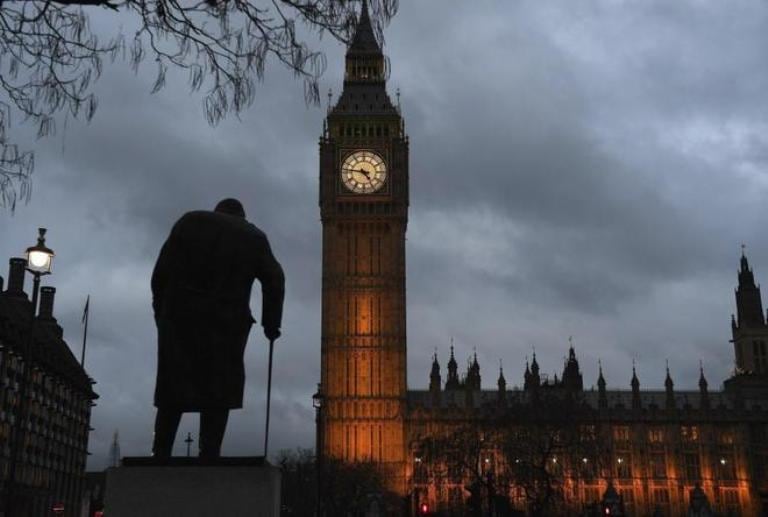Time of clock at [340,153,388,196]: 4:46
